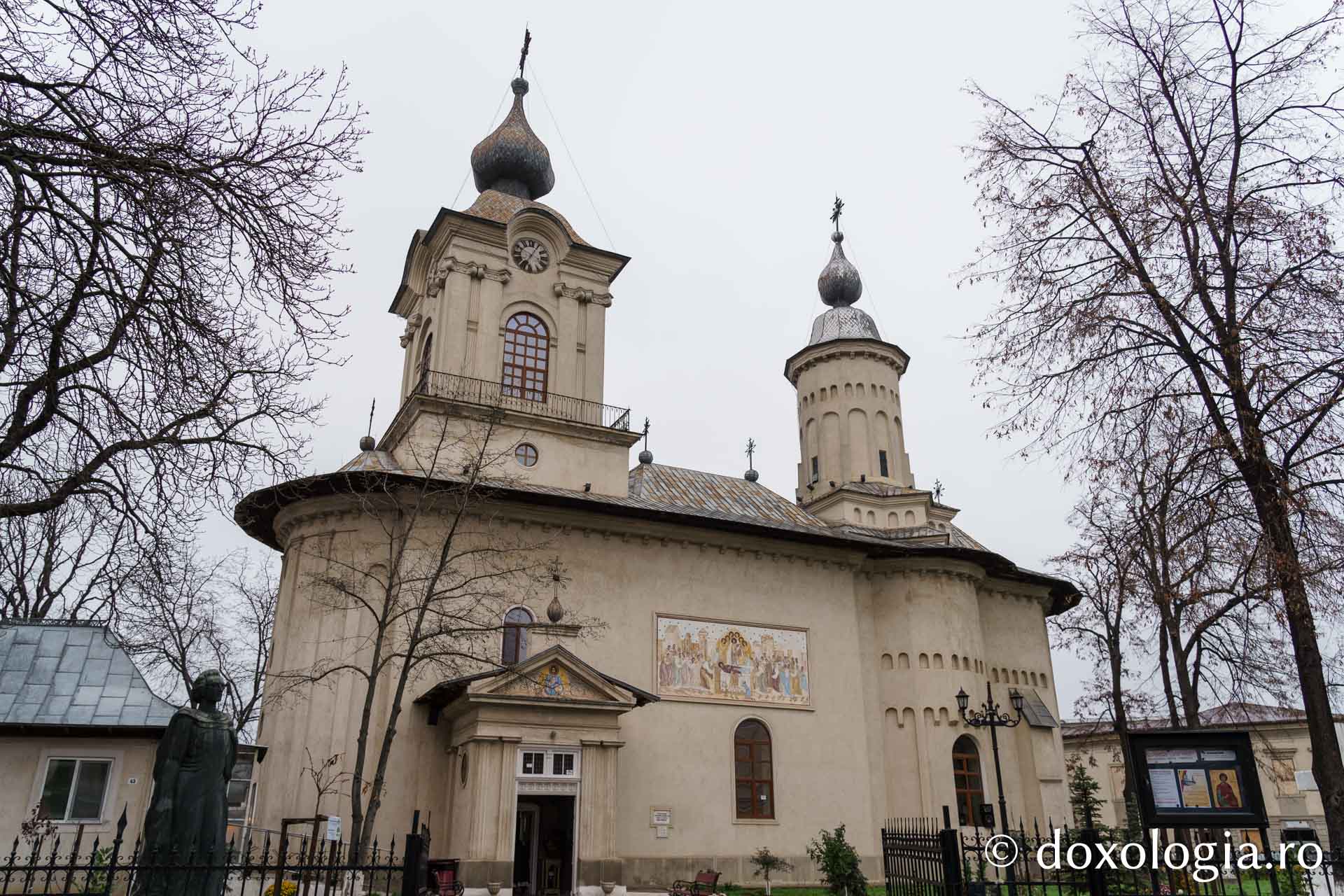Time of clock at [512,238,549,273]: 7:05
